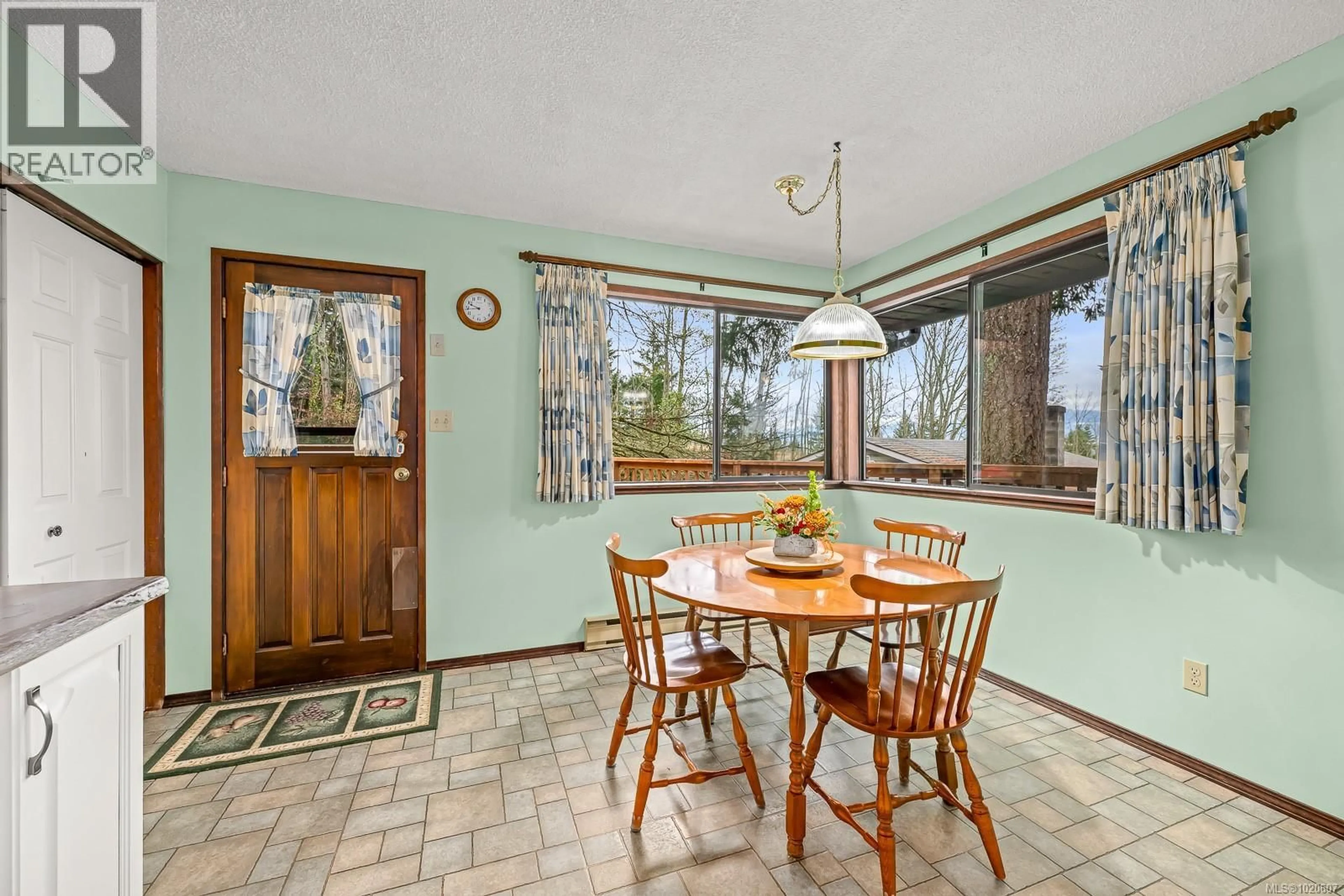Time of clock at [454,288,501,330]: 9:43
